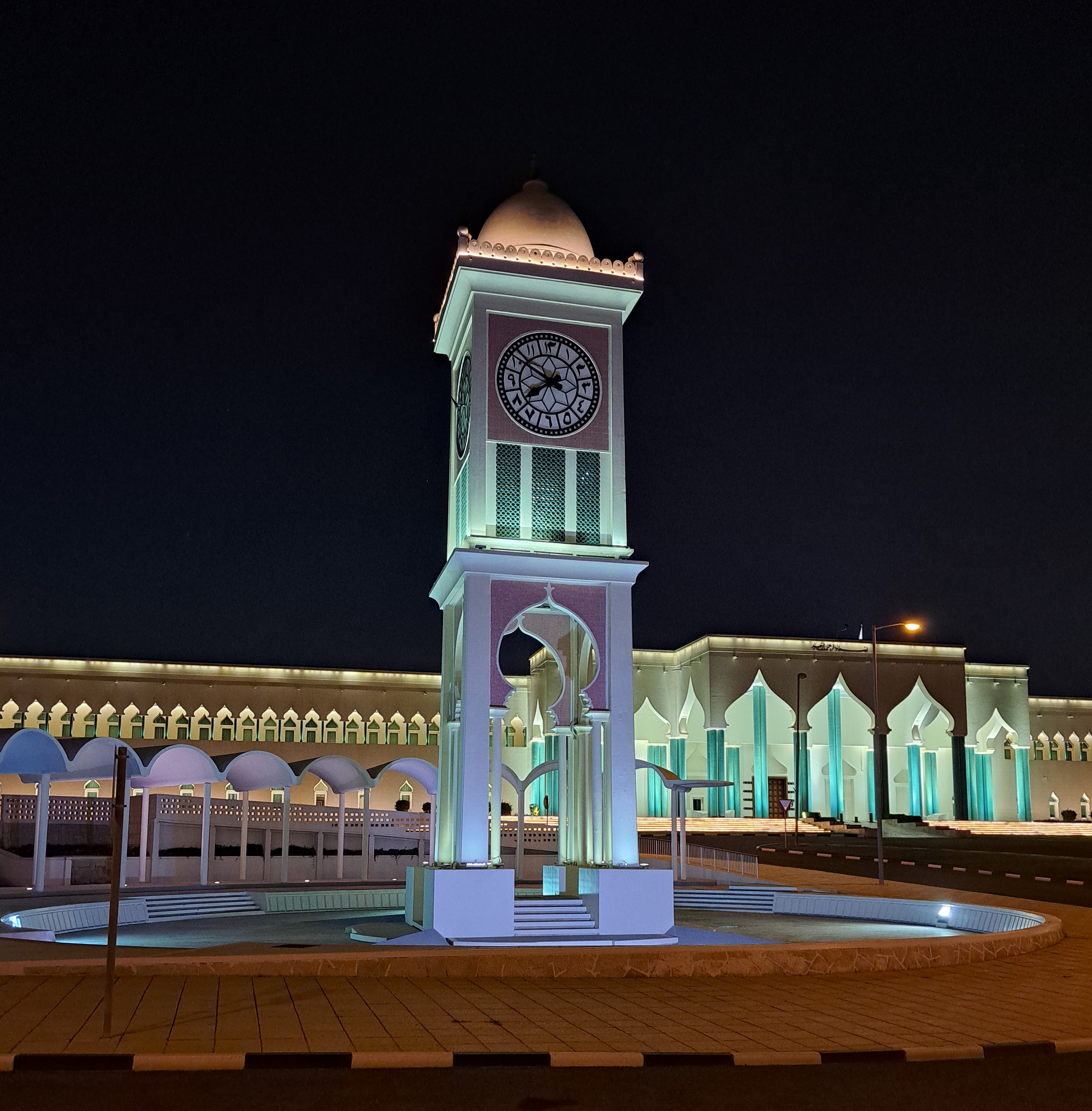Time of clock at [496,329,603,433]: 7:50
